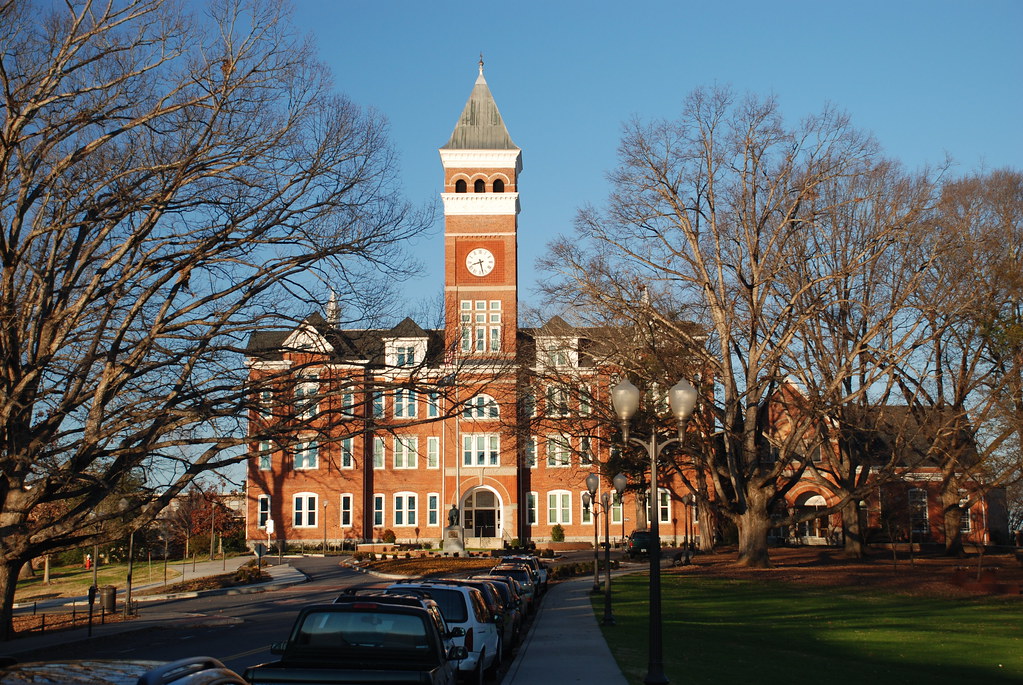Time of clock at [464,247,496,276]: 8:27
